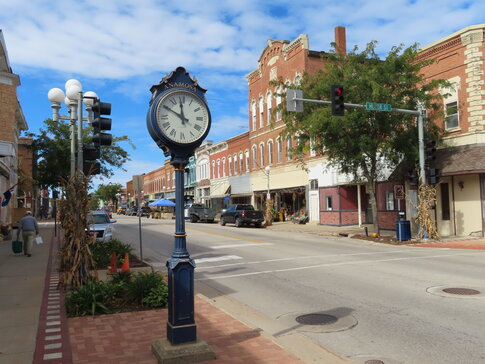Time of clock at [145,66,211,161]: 11:49
